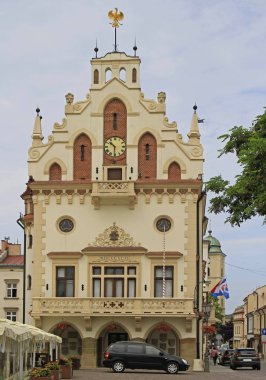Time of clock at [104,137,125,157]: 10:30
